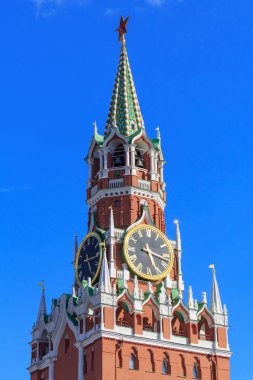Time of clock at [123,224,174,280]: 5:17
